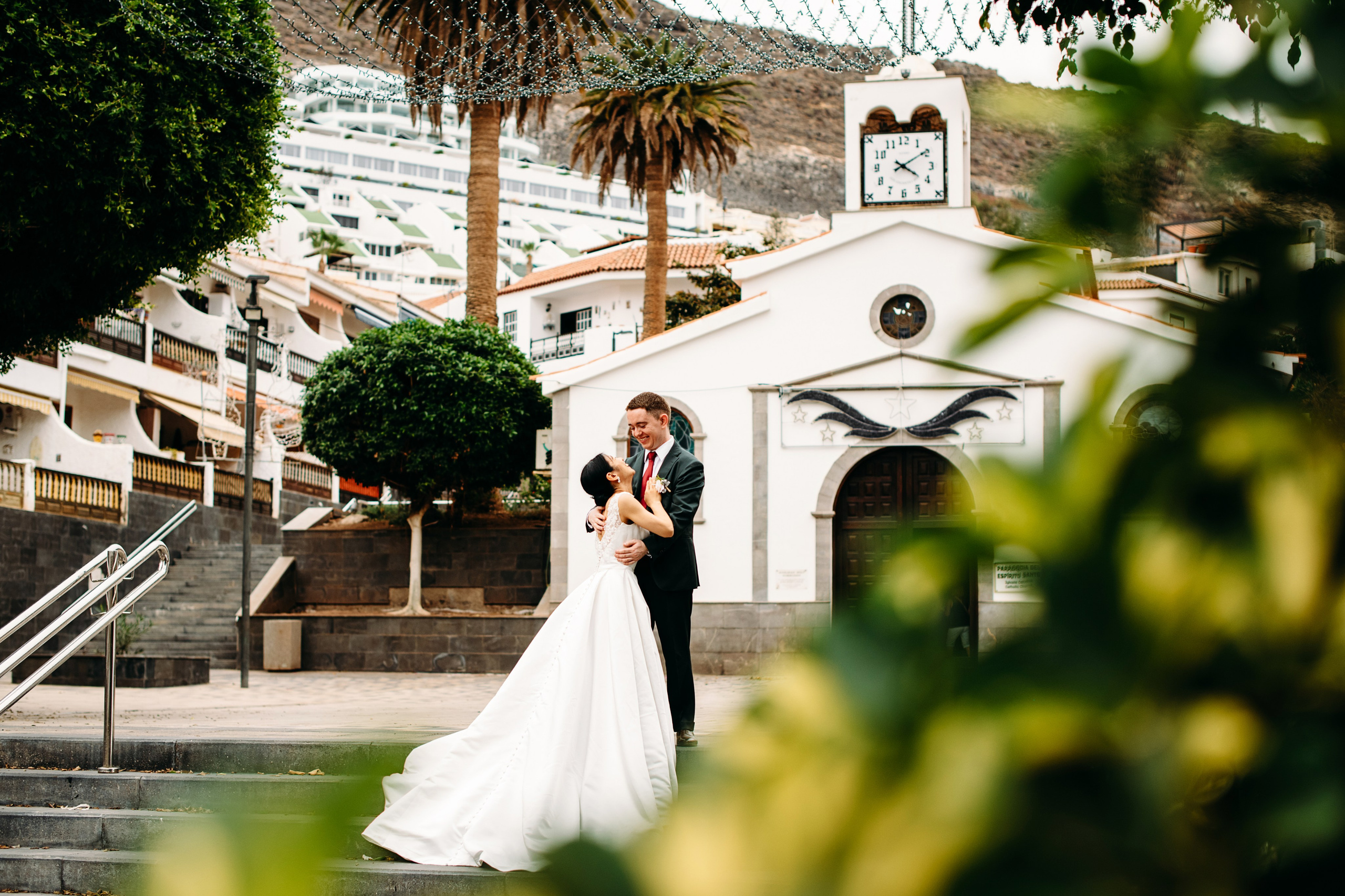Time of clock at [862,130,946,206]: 4:09
